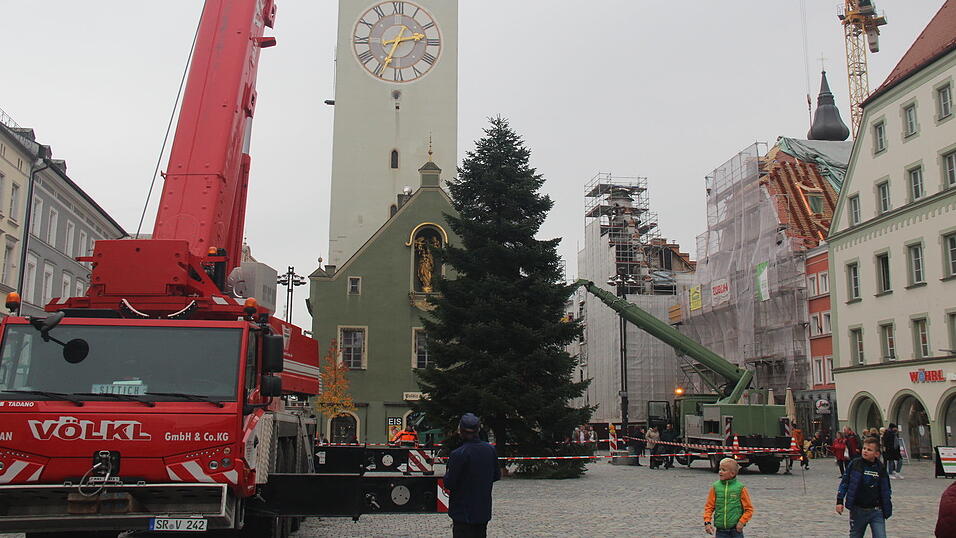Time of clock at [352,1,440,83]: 2:34
